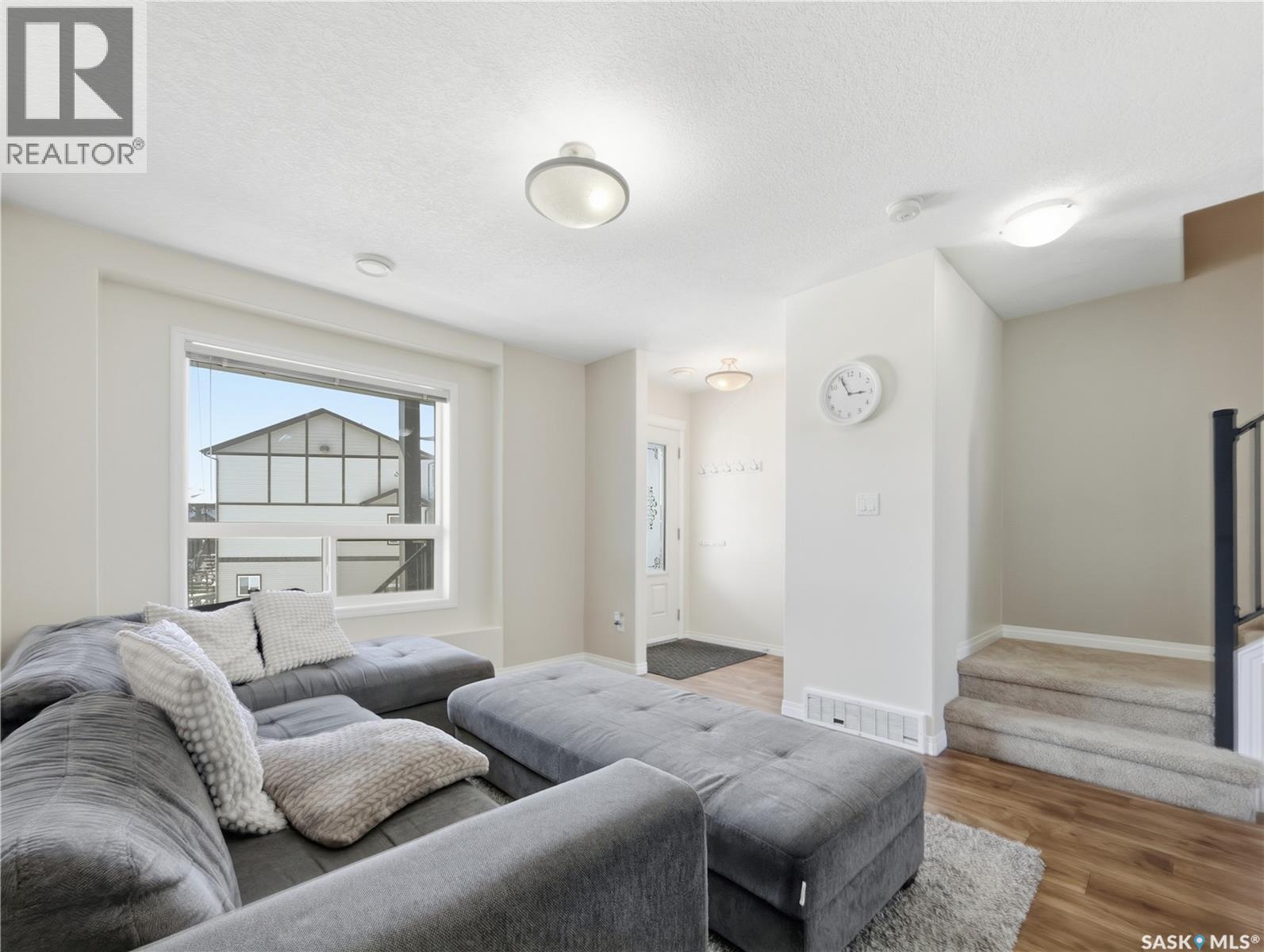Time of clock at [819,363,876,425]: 2:55
